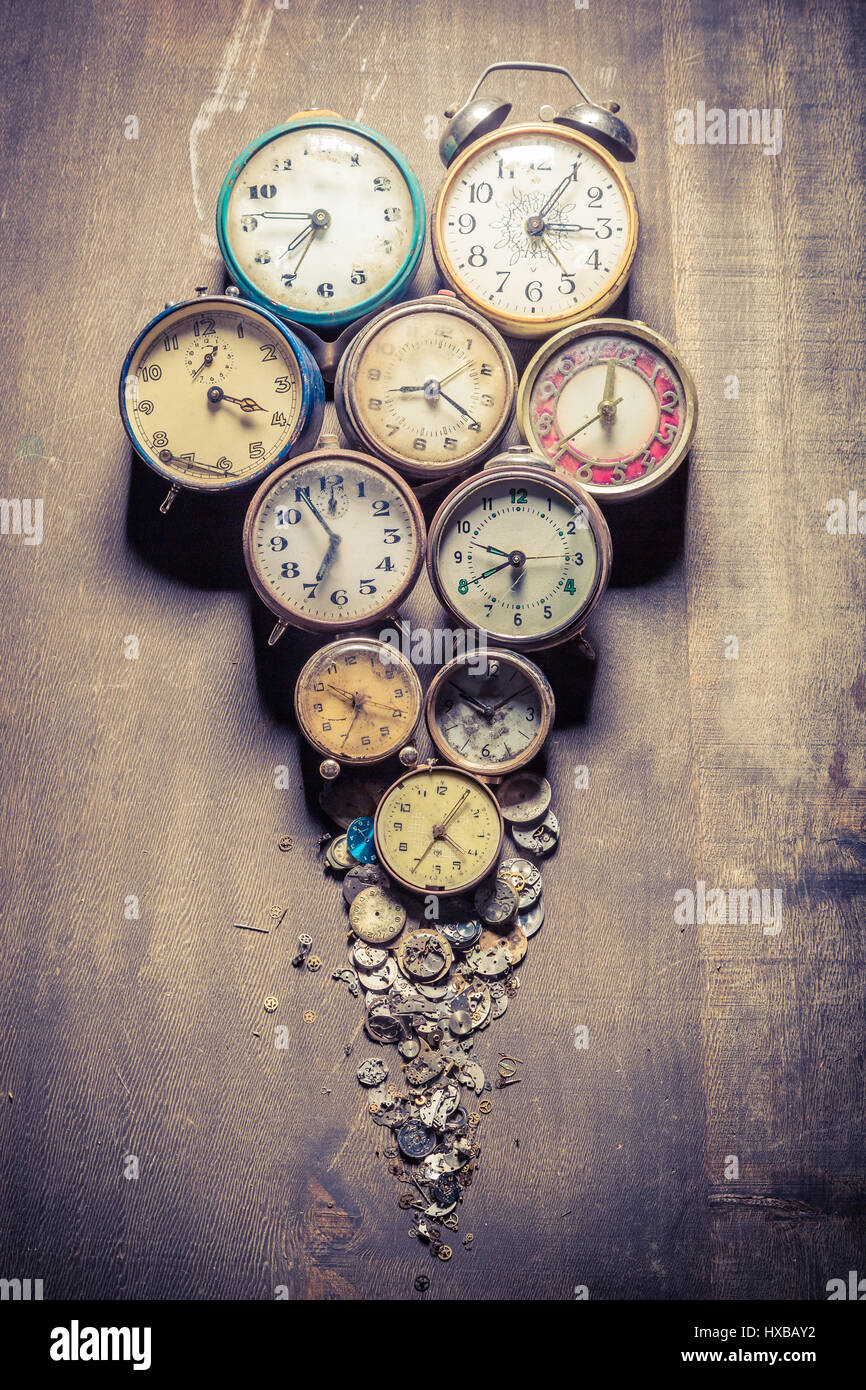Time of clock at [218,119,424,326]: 7:34
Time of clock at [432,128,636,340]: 3:05
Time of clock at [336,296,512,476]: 8:19
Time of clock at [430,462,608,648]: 9:40
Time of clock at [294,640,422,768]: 6:50
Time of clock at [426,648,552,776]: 10:08
